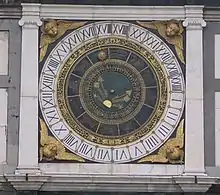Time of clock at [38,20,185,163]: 2:56
